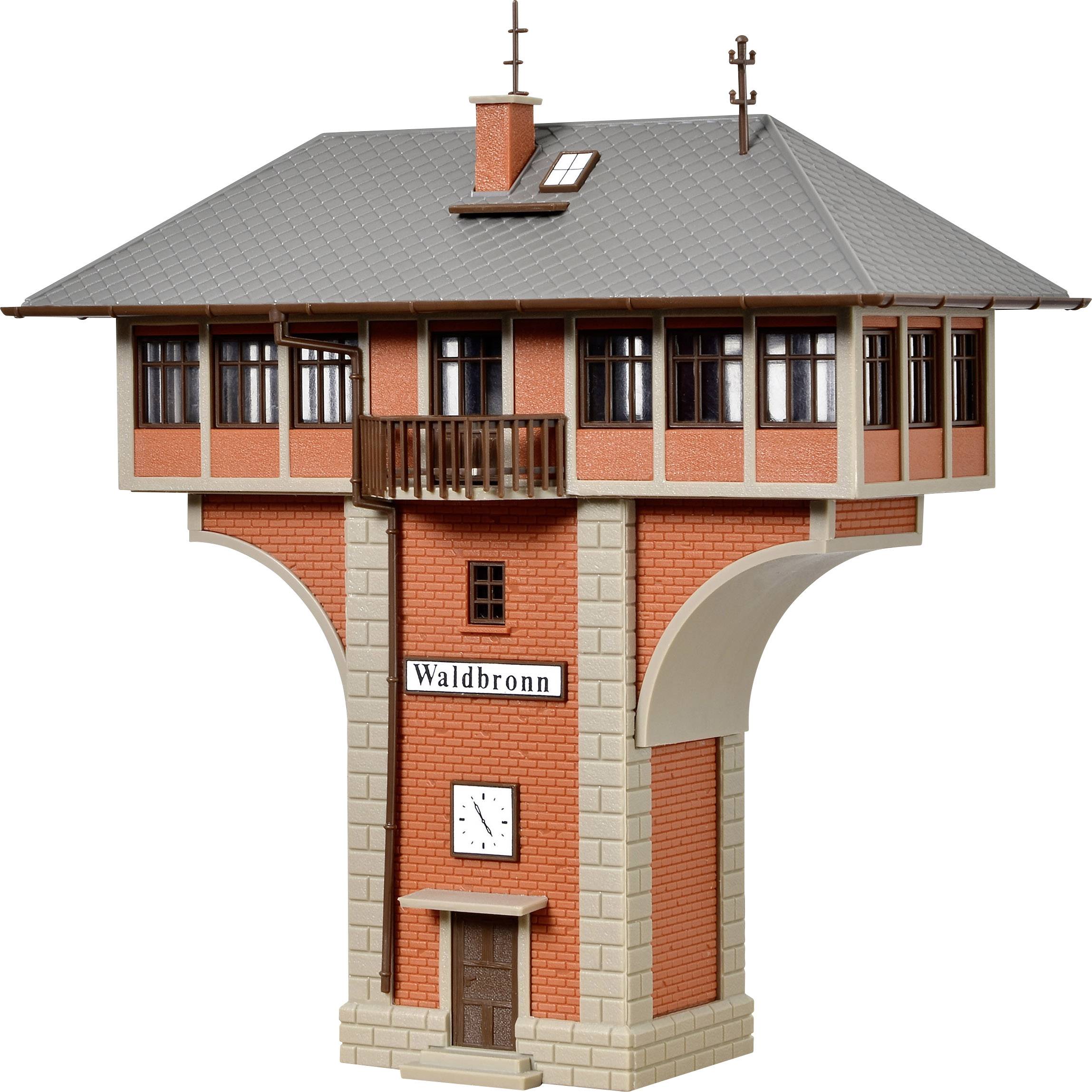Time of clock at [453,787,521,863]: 4:54
